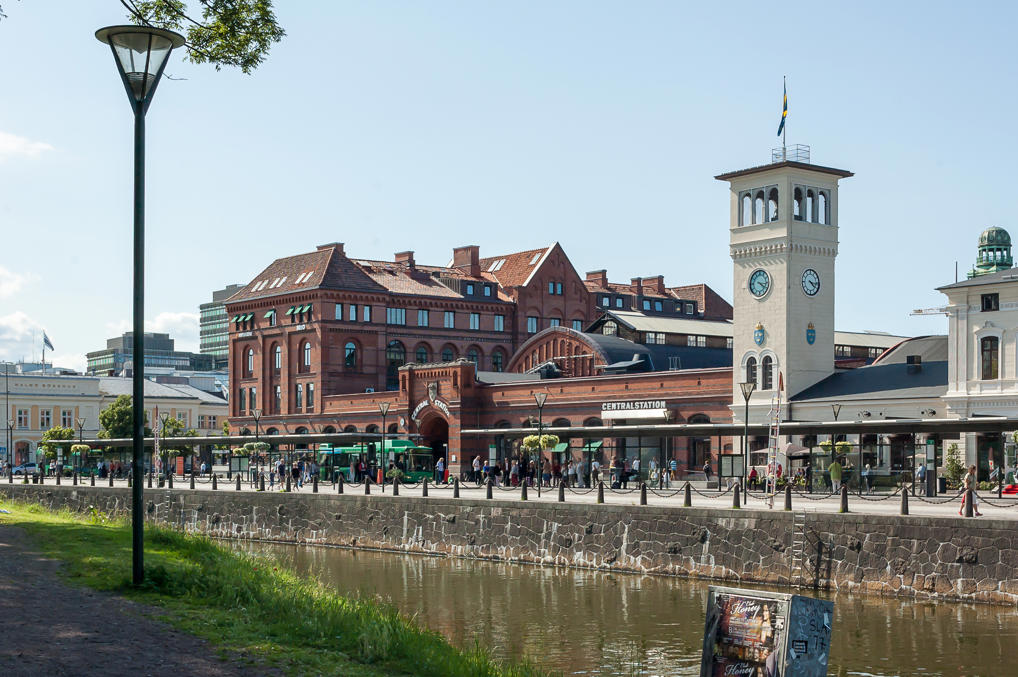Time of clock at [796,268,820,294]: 4:16
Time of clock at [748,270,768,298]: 4:16
